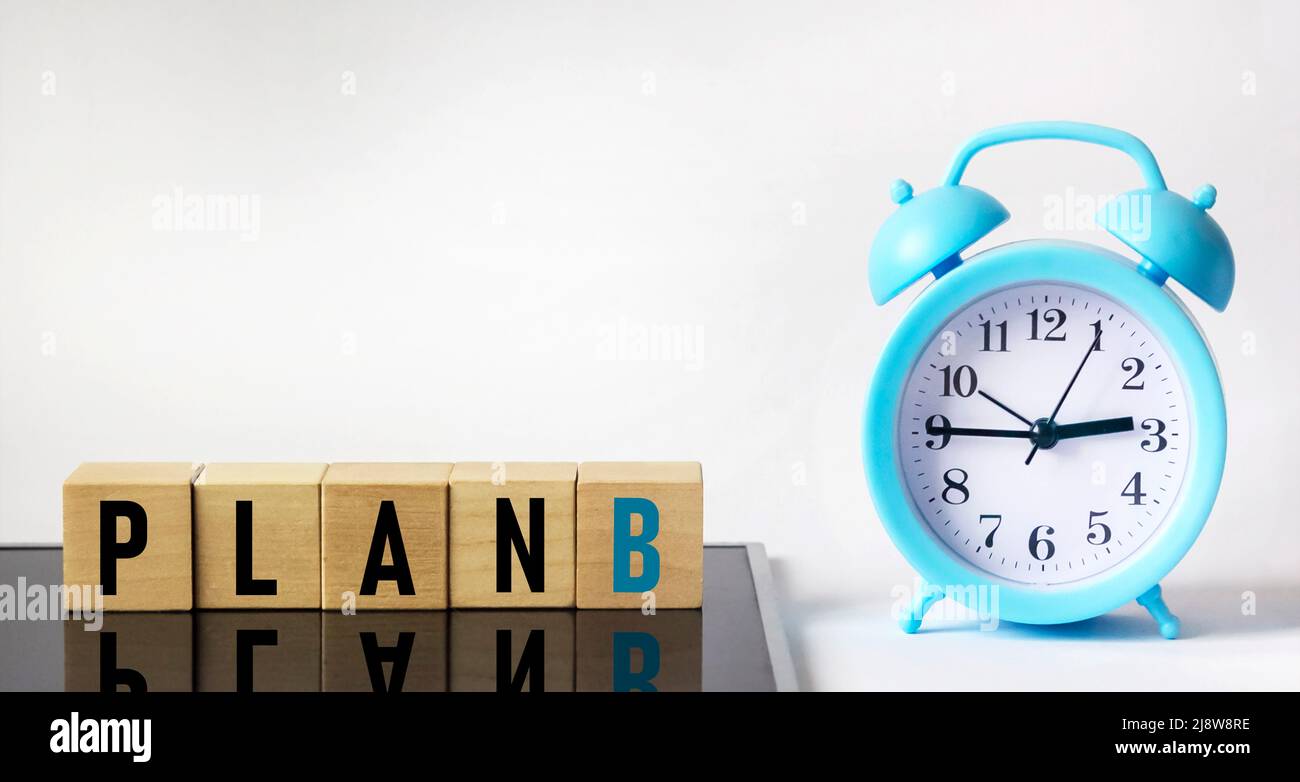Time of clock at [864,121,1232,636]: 2:45
